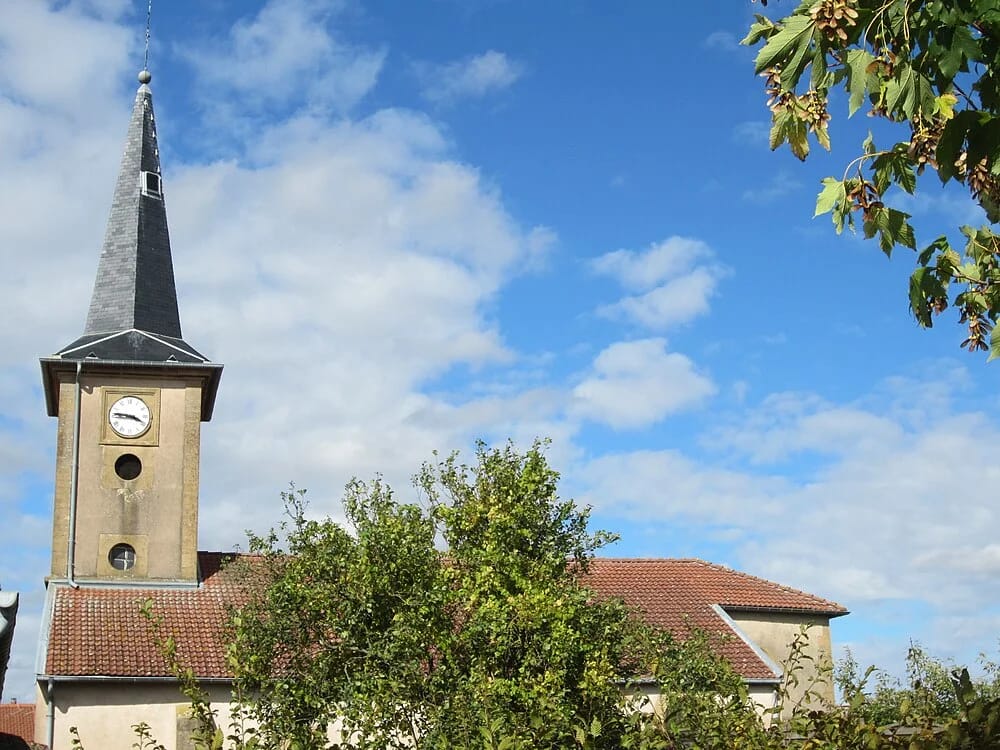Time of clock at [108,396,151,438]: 3:46
